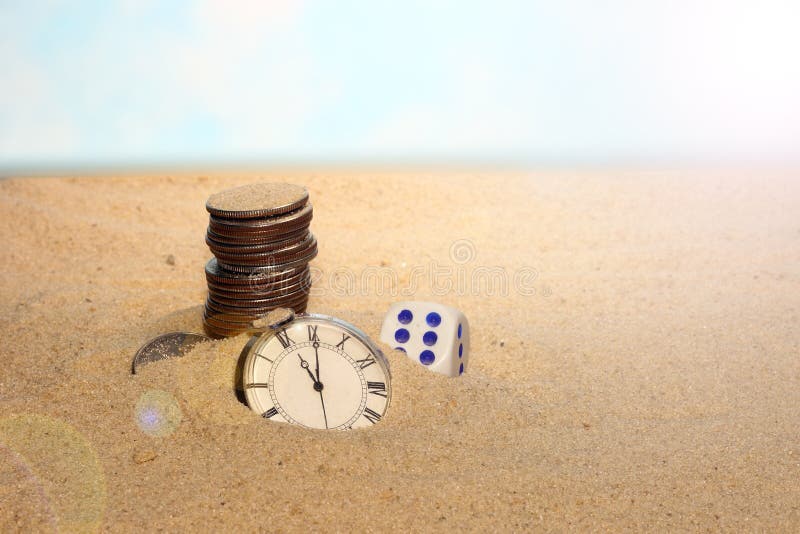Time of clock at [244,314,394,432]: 11:00
